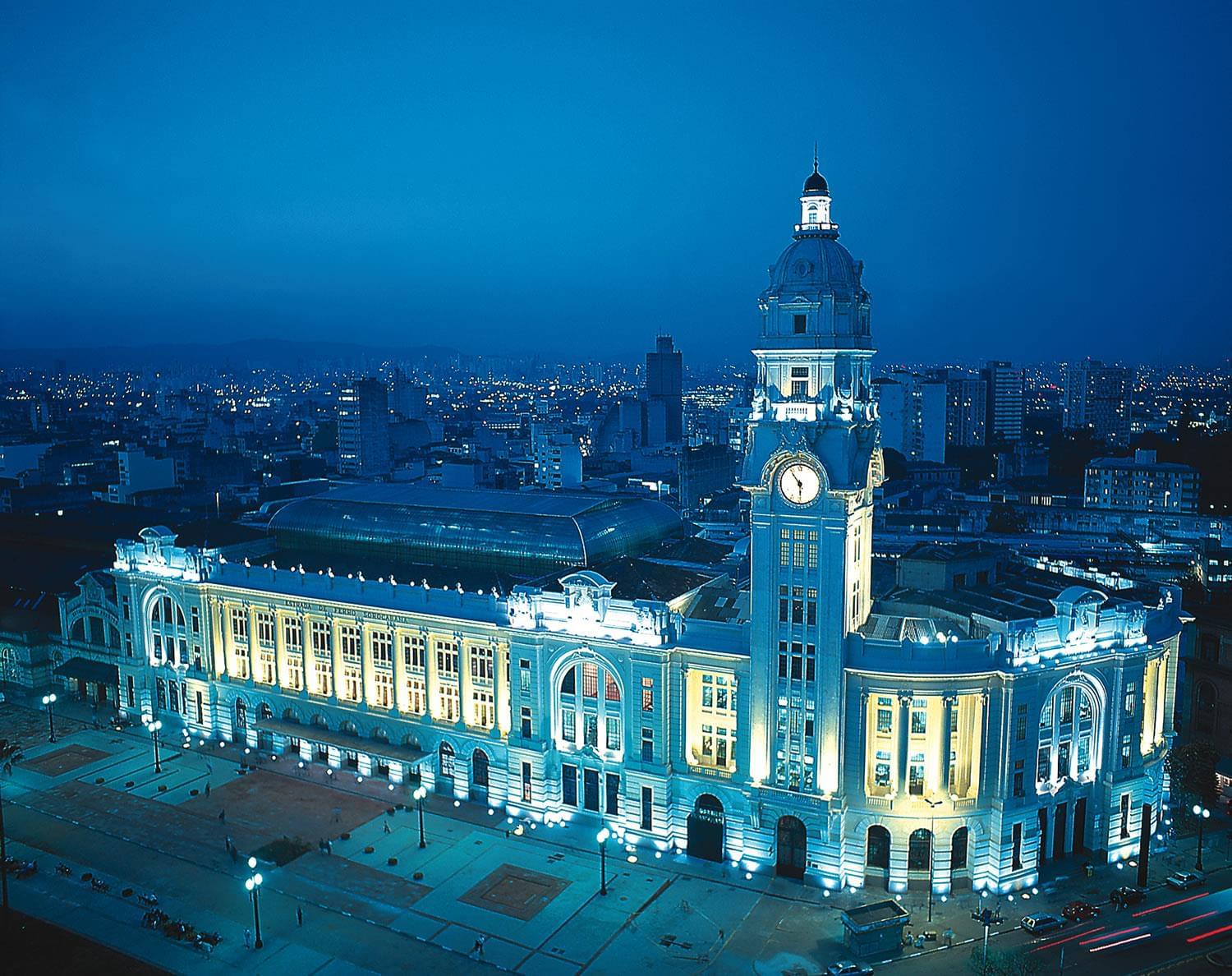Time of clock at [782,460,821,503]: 5:54
